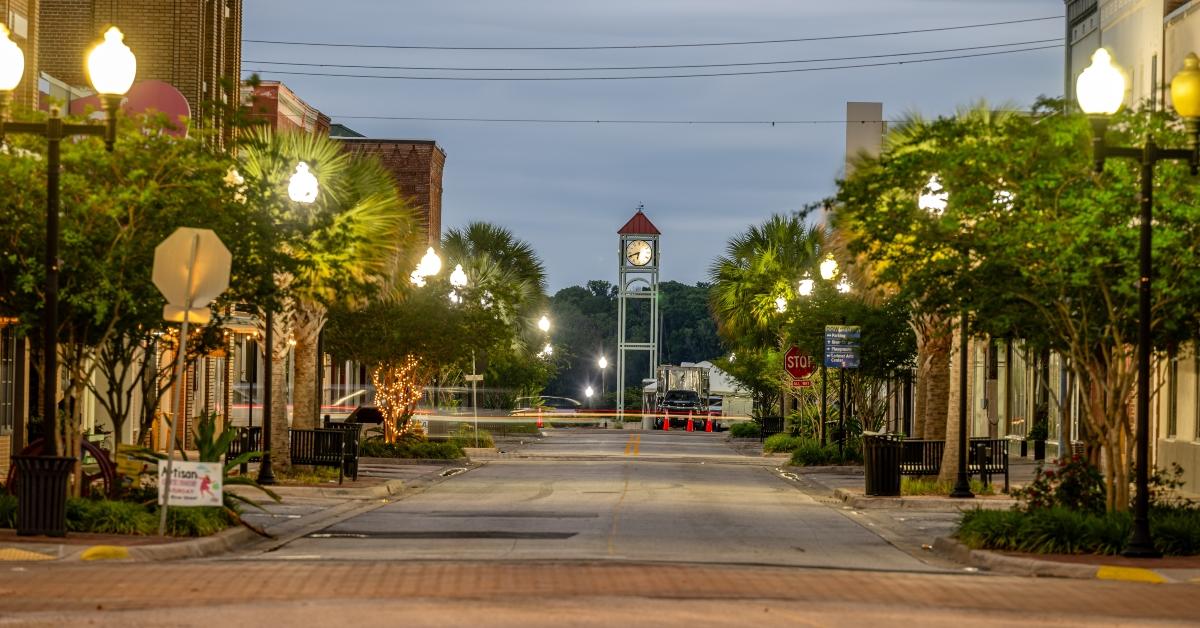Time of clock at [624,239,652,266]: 6:41
